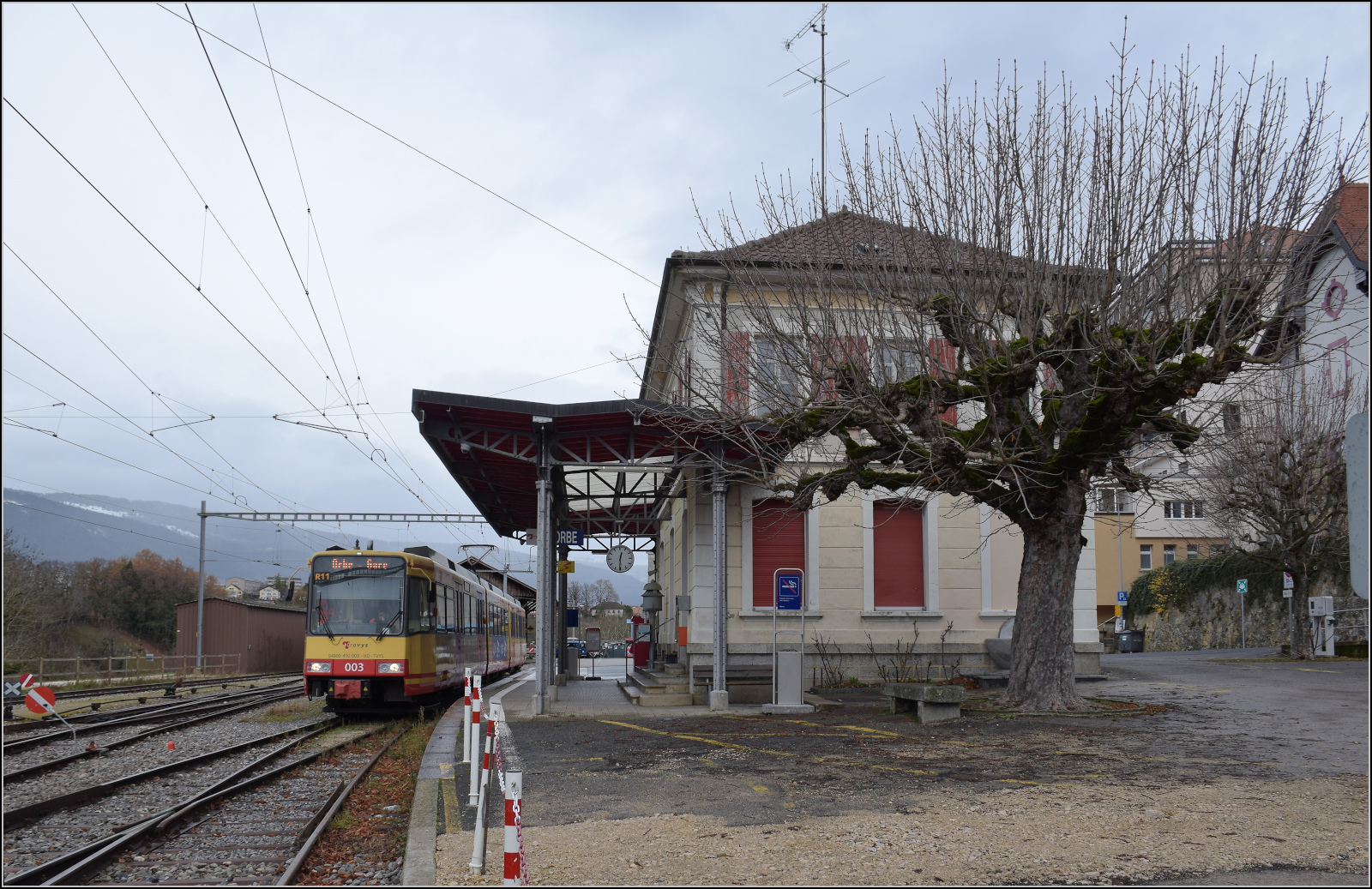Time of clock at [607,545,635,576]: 12:30
